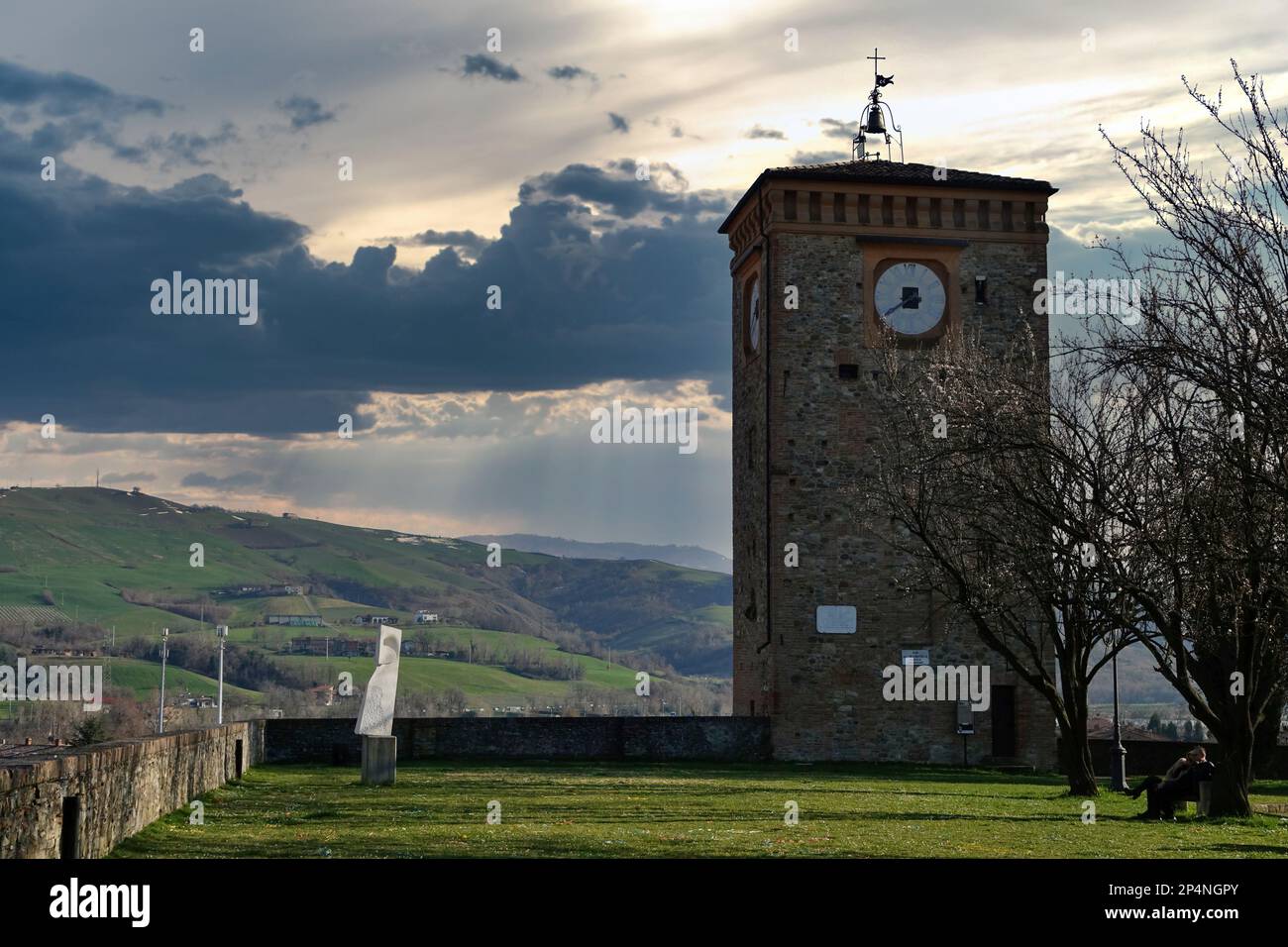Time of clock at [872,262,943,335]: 7:39
